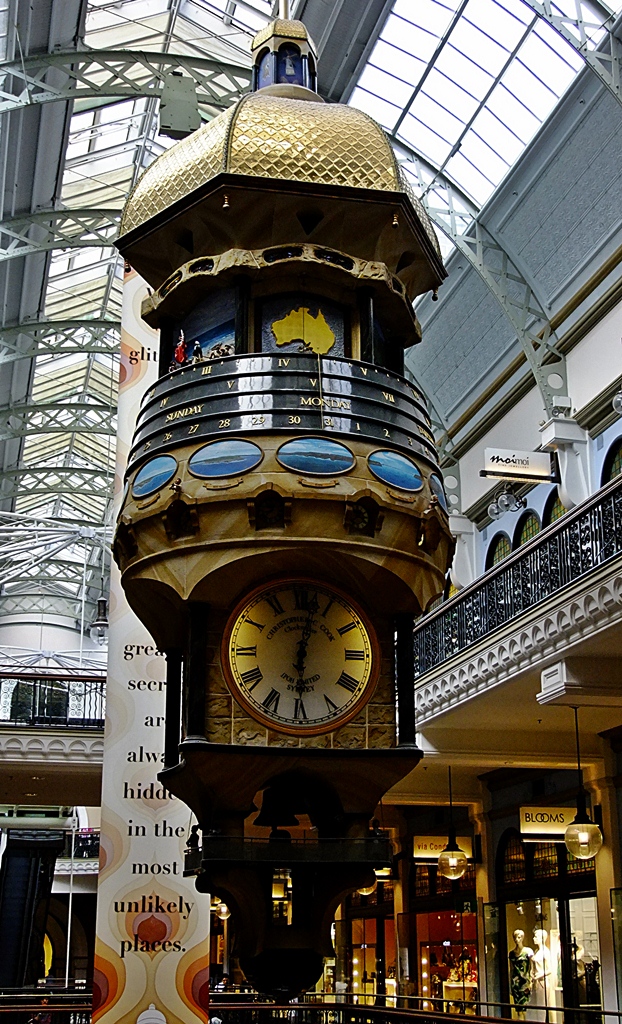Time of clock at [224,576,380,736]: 6:02
